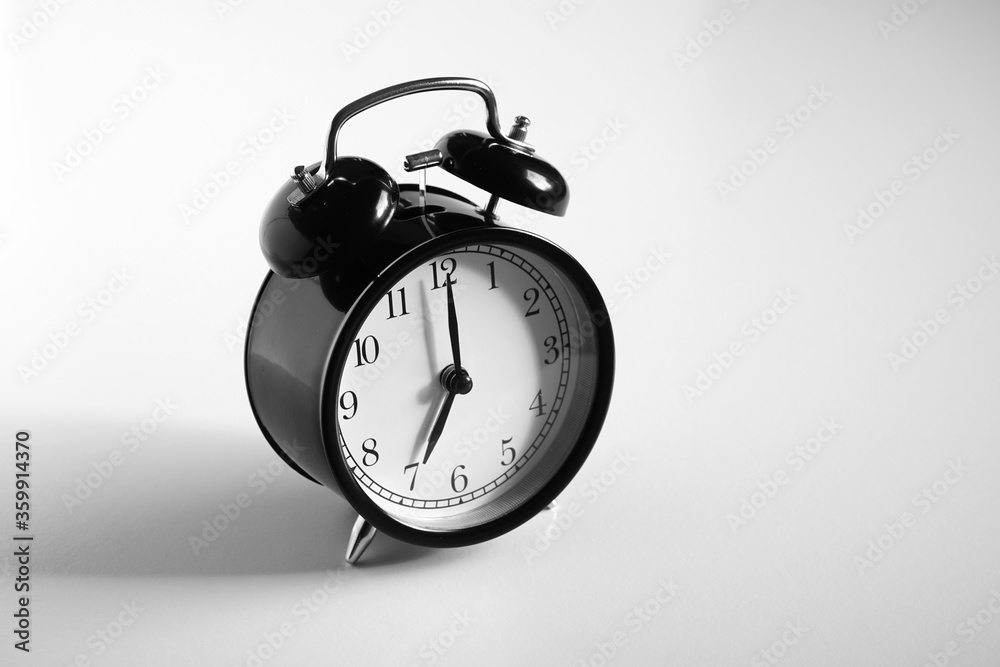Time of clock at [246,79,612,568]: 7:00
